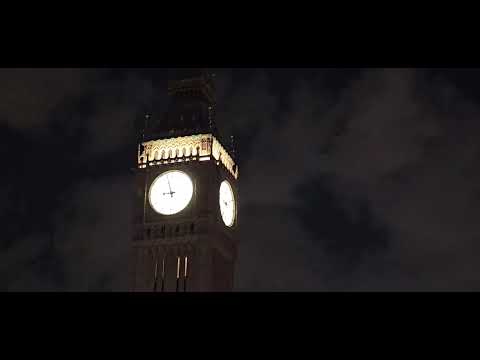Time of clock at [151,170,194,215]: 8:57
